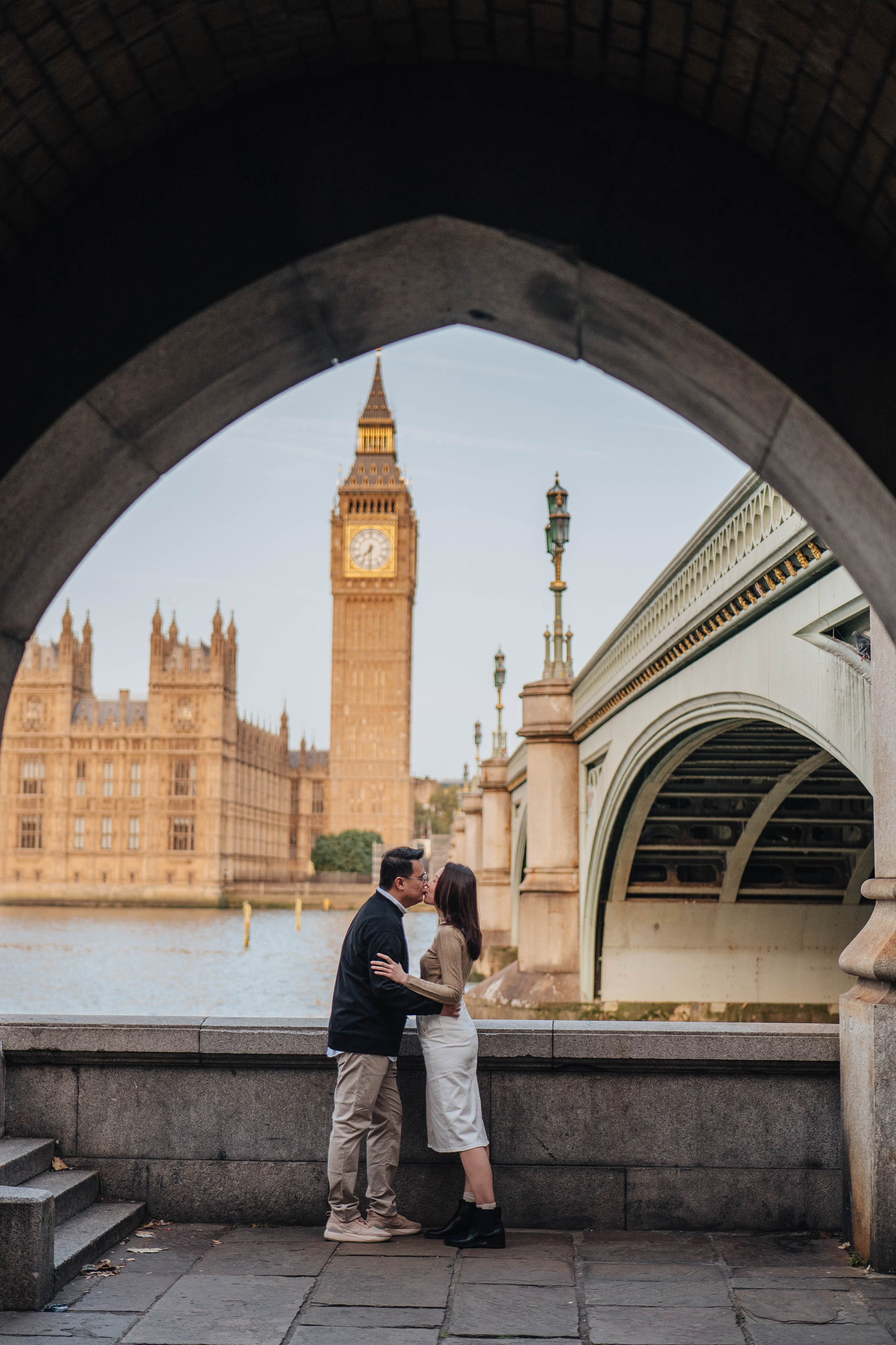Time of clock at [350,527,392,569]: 7:30
